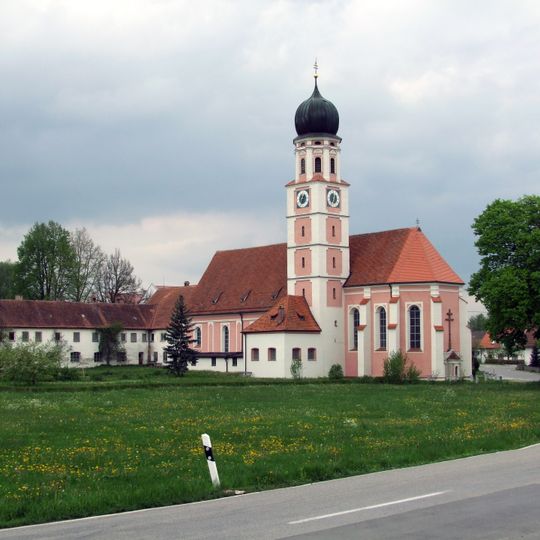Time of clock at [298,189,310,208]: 12:34
